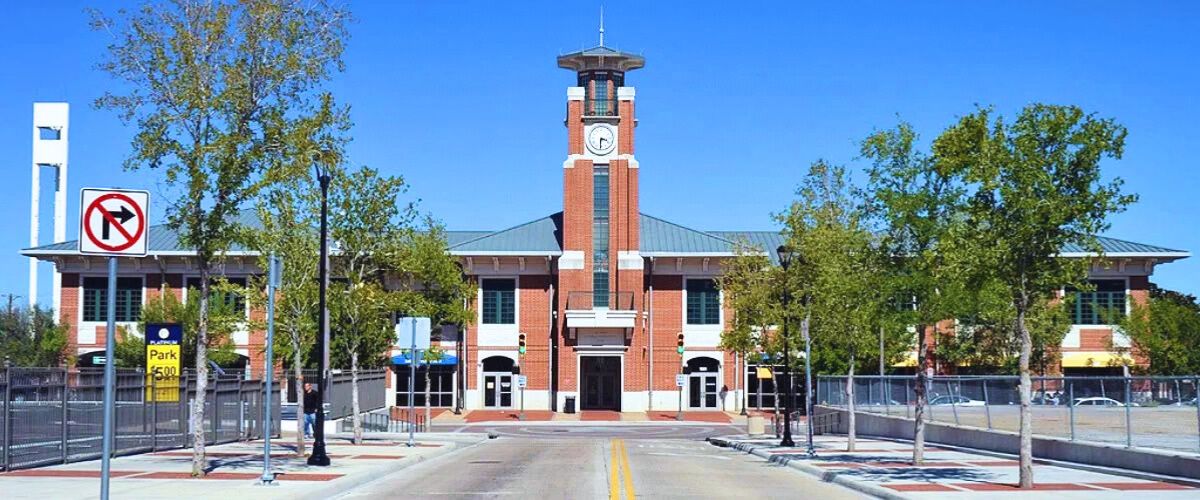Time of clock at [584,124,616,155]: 3:30
